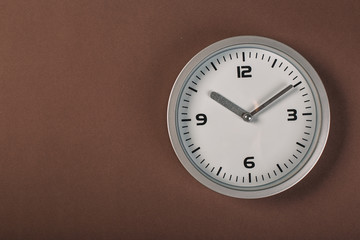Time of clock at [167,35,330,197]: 10:09
